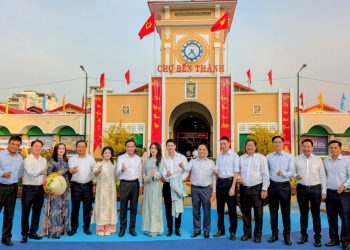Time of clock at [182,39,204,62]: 7:24
